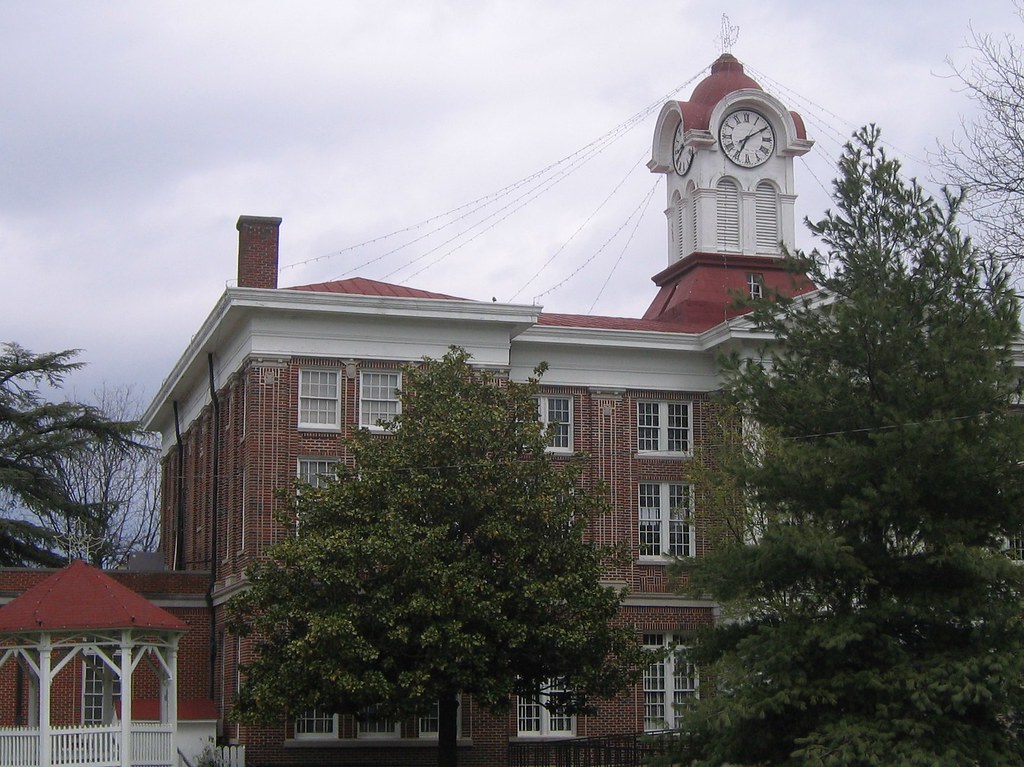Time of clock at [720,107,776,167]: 7:09
